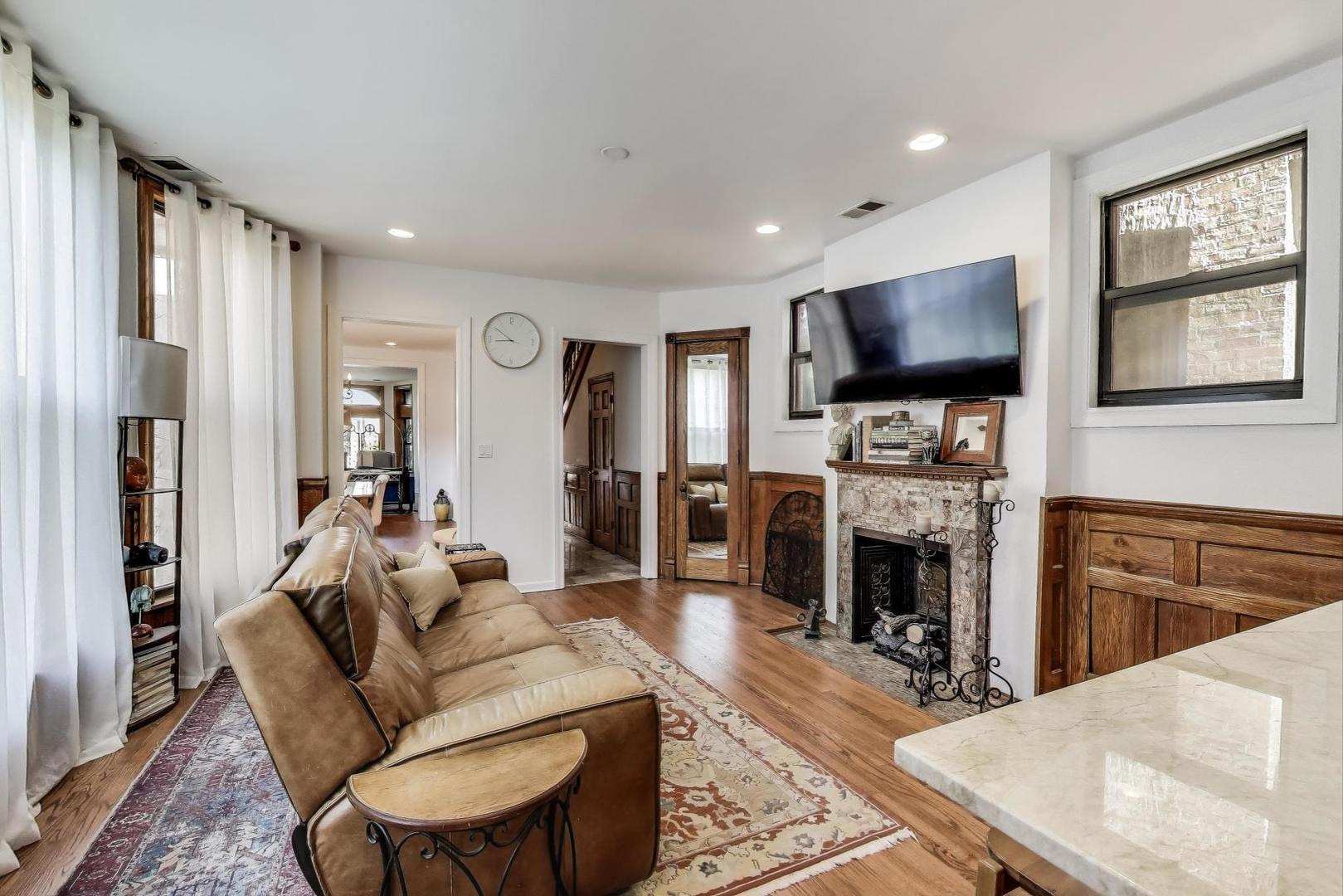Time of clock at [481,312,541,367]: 8:51
